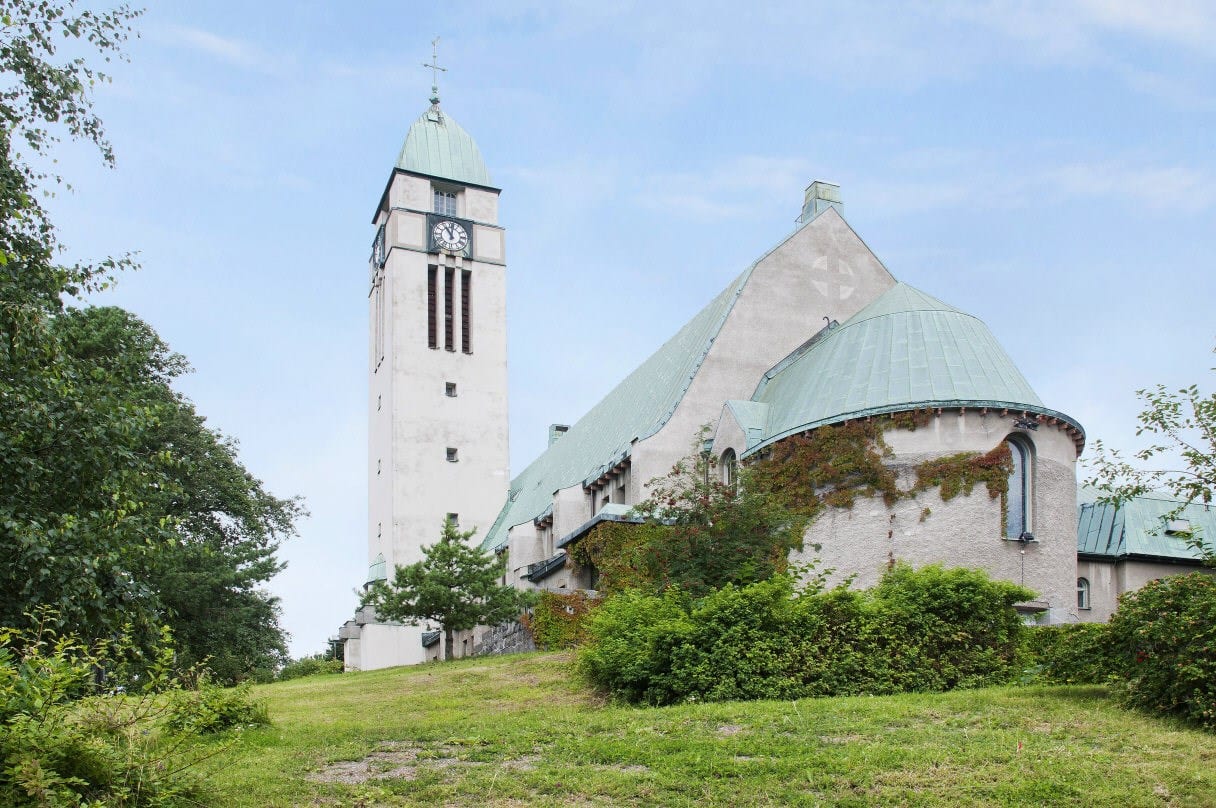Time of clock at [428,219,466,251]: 11:01
